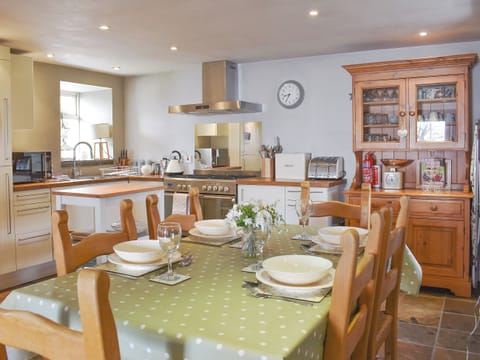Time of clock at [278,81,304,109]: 8:34
